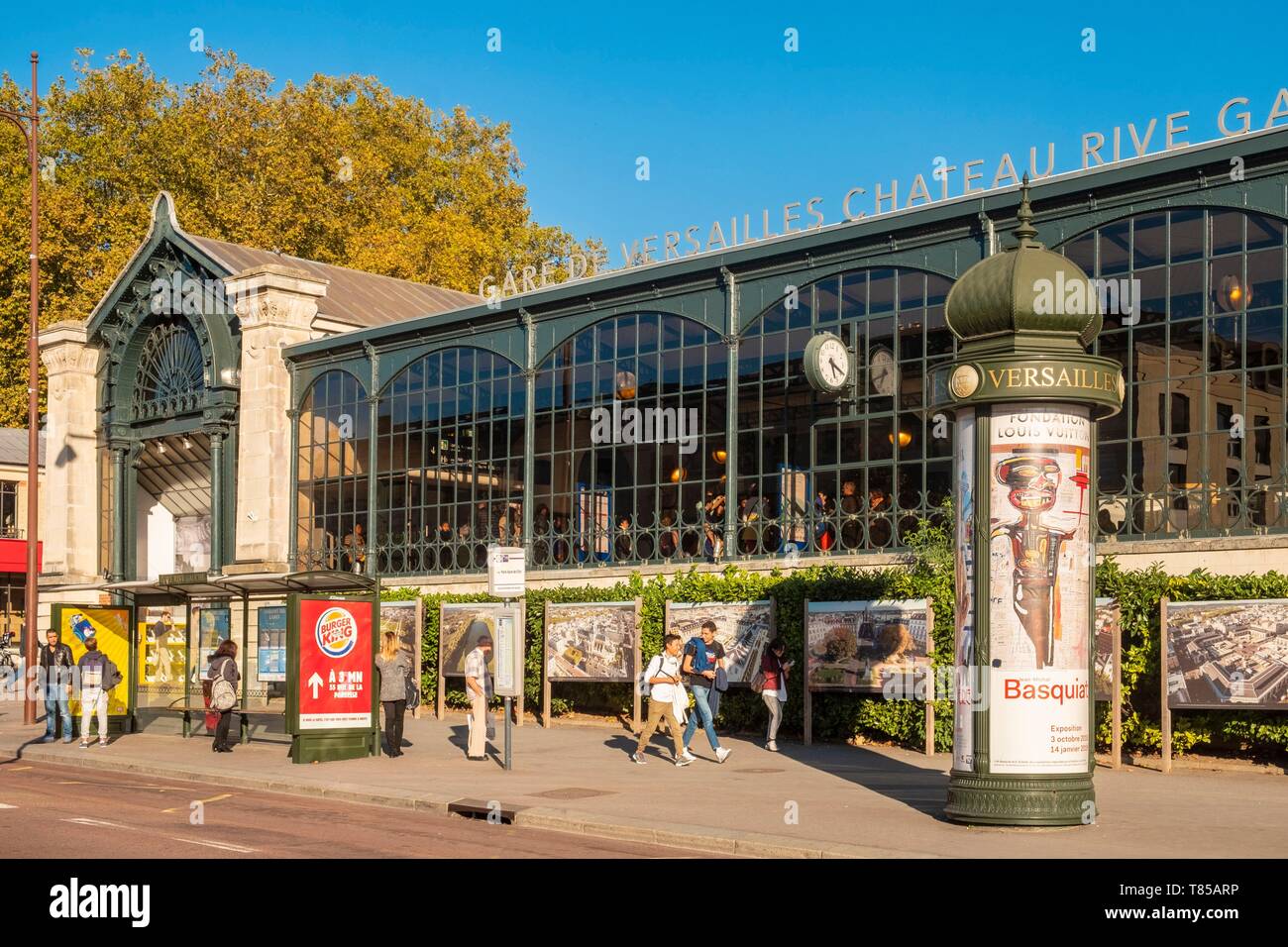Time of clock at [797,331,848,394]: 5:18
